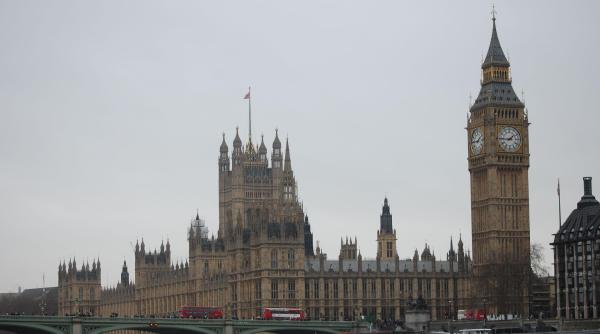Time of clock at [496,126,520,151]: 1:45
